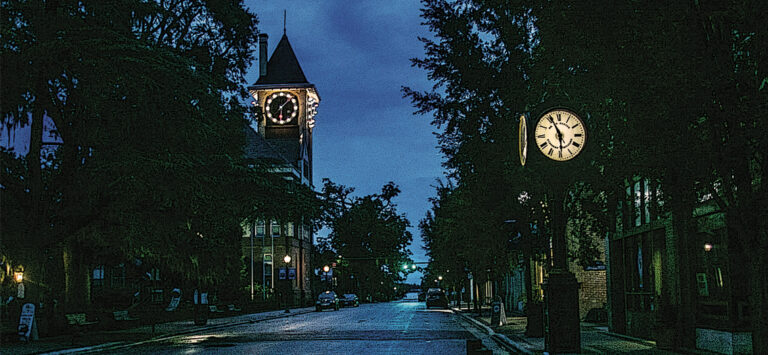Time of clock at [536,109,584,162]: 5:55
